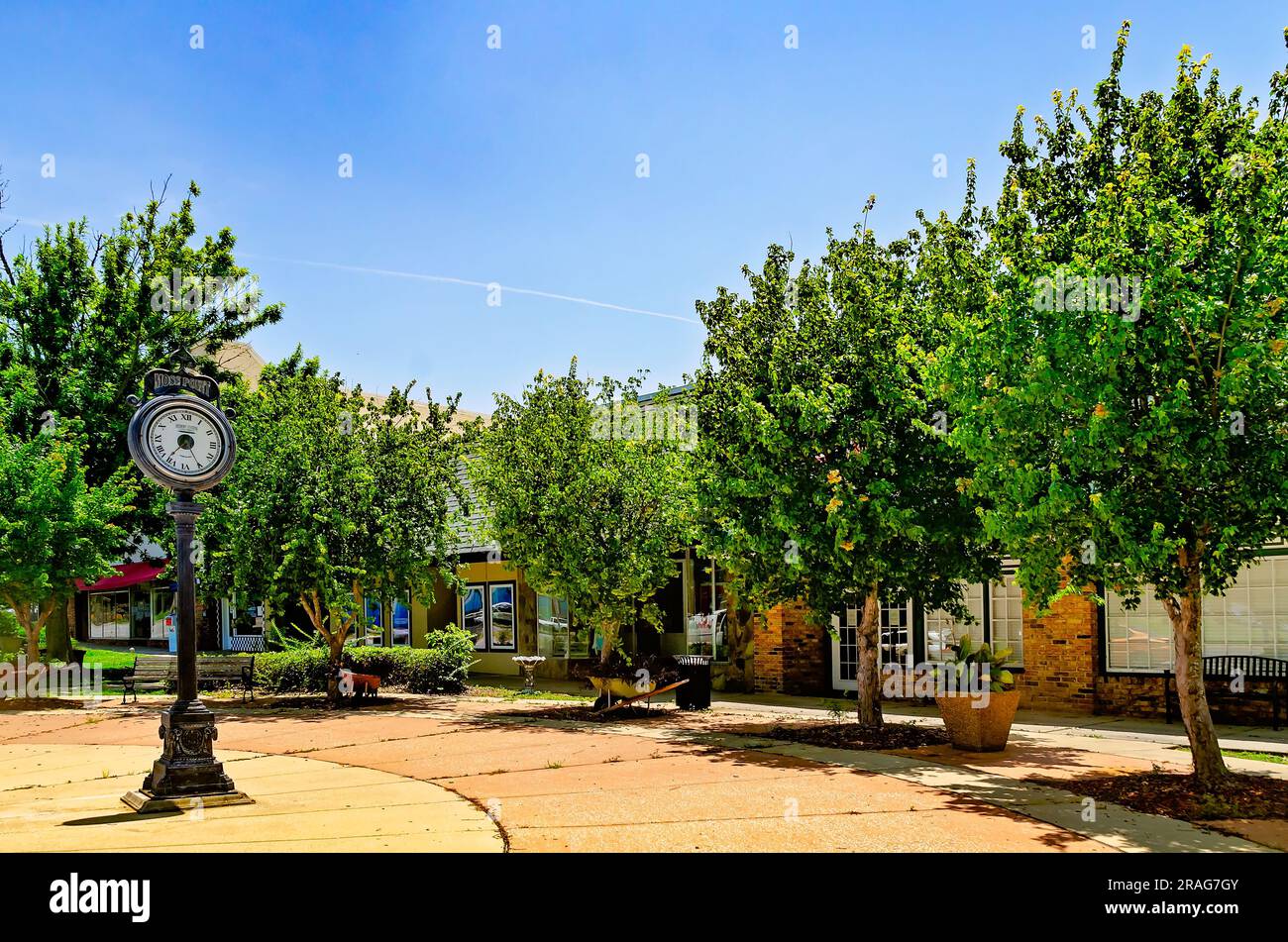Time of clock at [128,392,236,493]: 7:36
